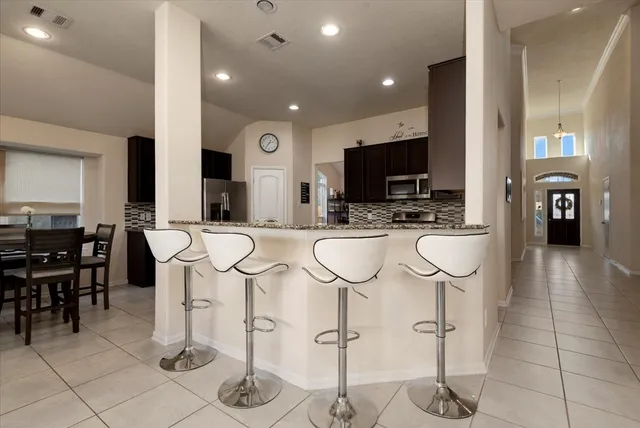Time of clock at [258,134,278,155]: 2:35
